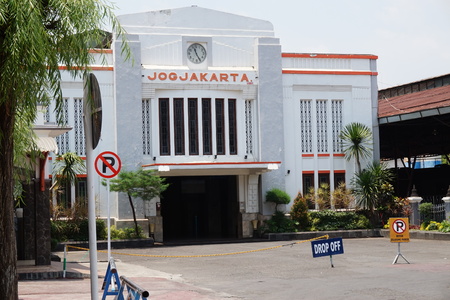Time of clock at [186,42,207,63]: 11:25
